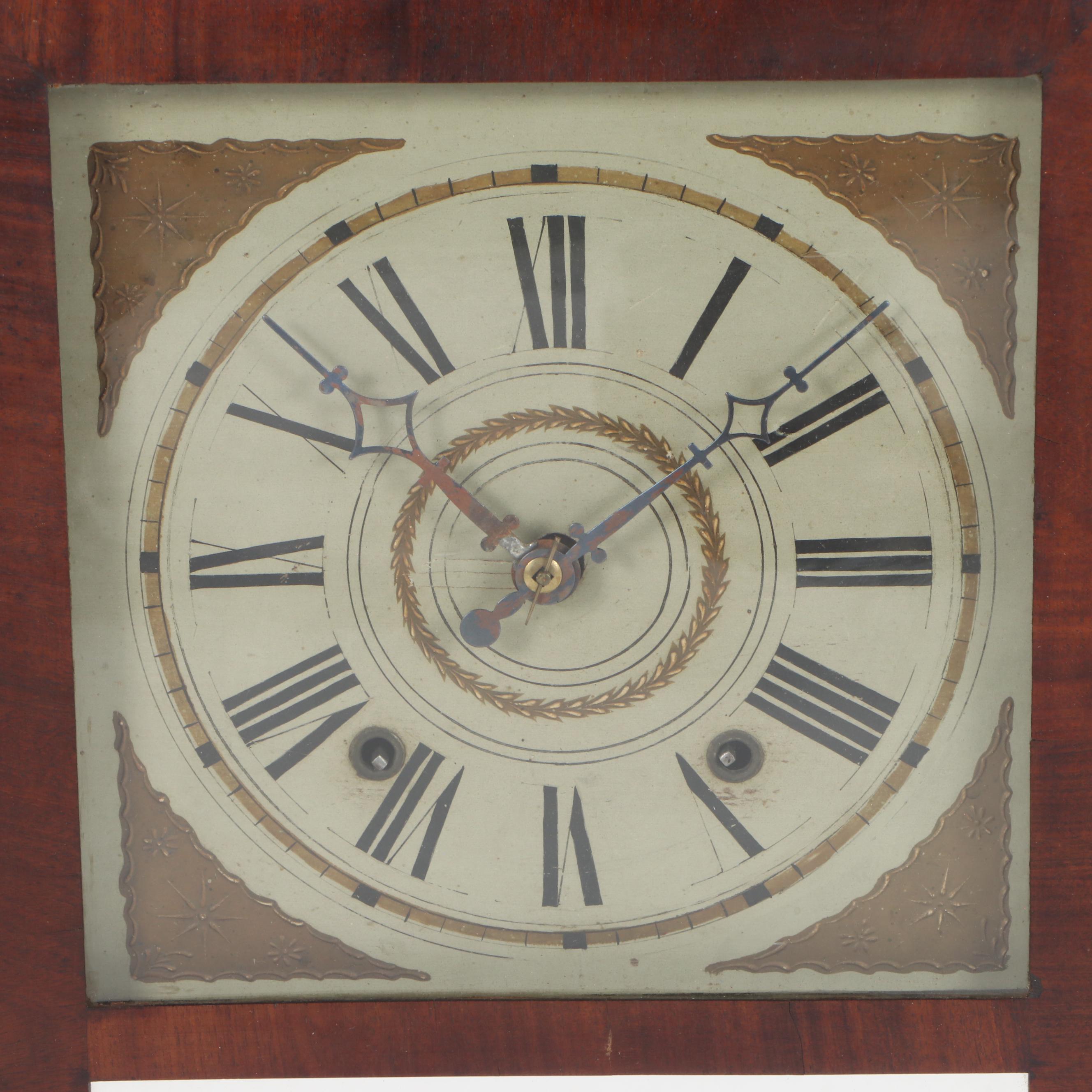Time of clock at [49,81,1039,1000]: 10:09
